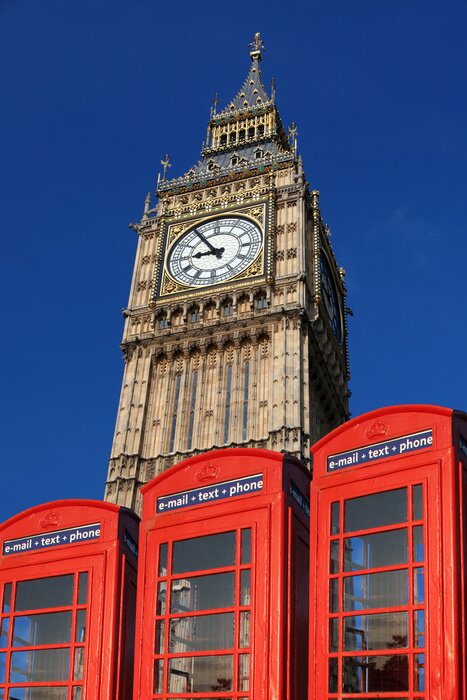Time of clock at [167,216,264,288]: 8:54
